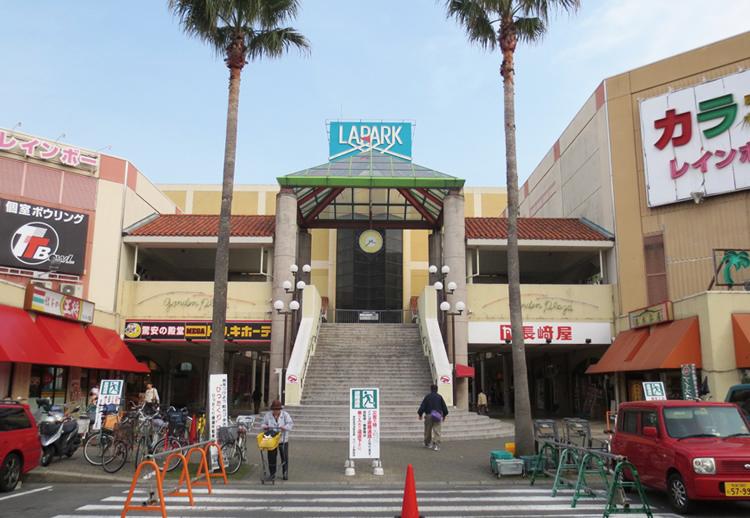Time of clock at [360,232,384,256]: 3:37
